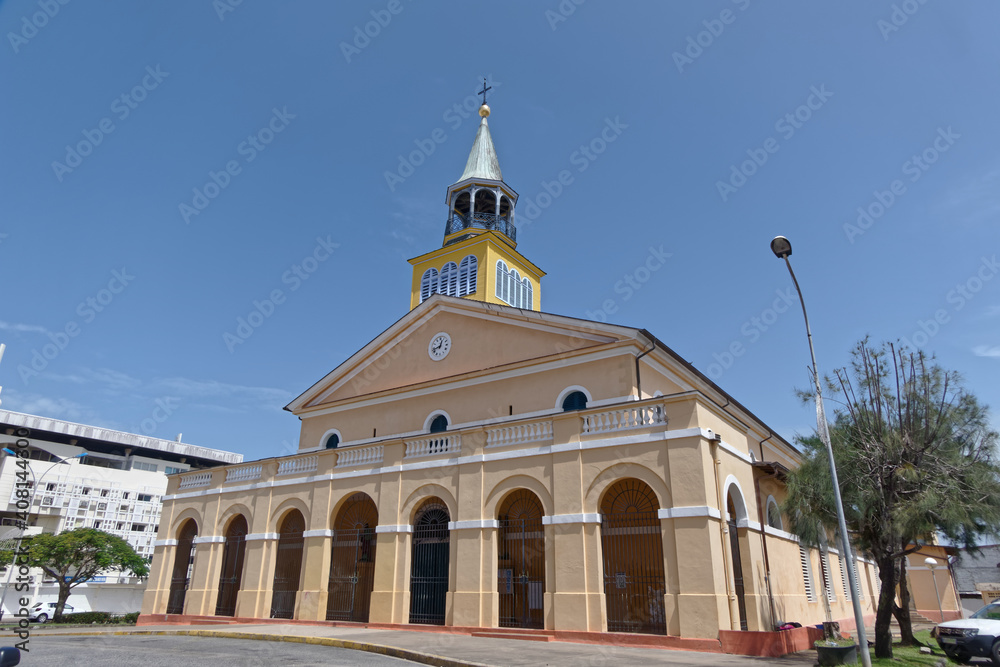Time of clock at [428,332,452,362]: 12:42
